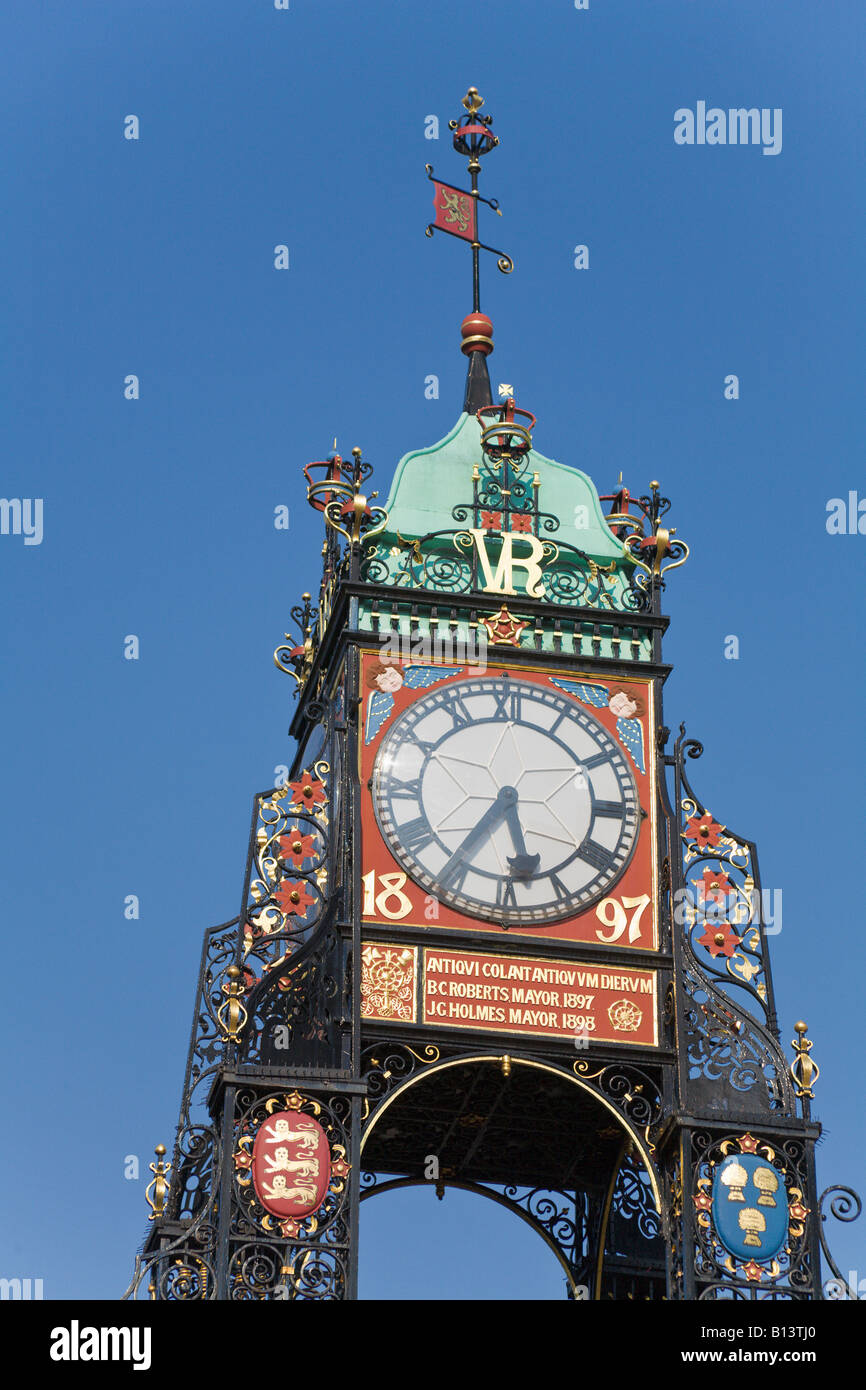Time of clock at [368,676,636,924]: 5:35
